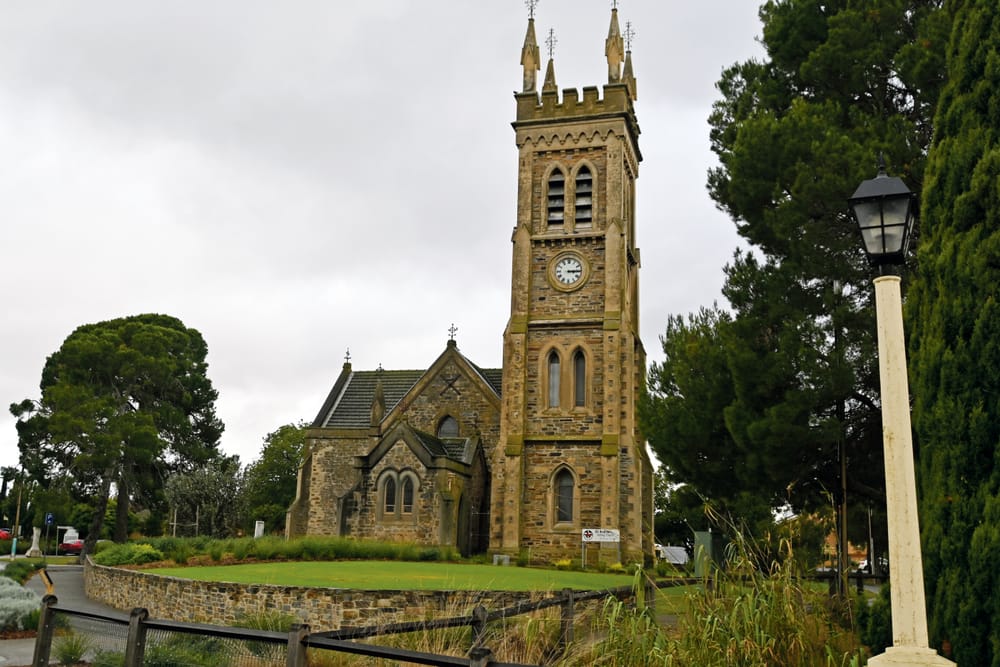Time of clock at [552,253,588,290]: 3:14
